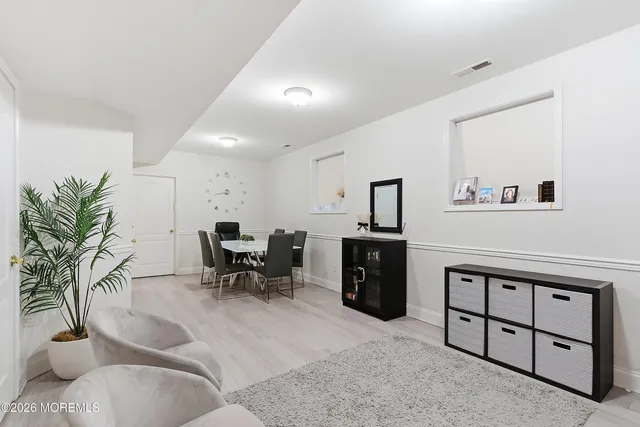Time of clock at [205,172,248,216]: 8:42
